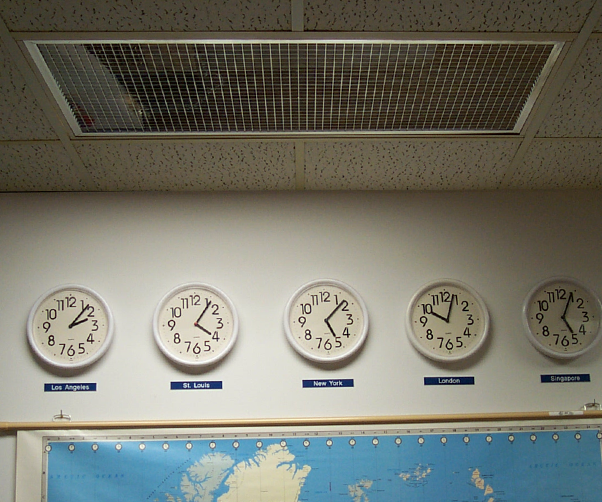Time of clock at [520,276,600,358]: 5:04
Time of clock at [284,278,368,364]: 5:07
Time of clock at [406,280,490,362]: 10:03
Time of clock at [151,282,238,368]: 4:06
